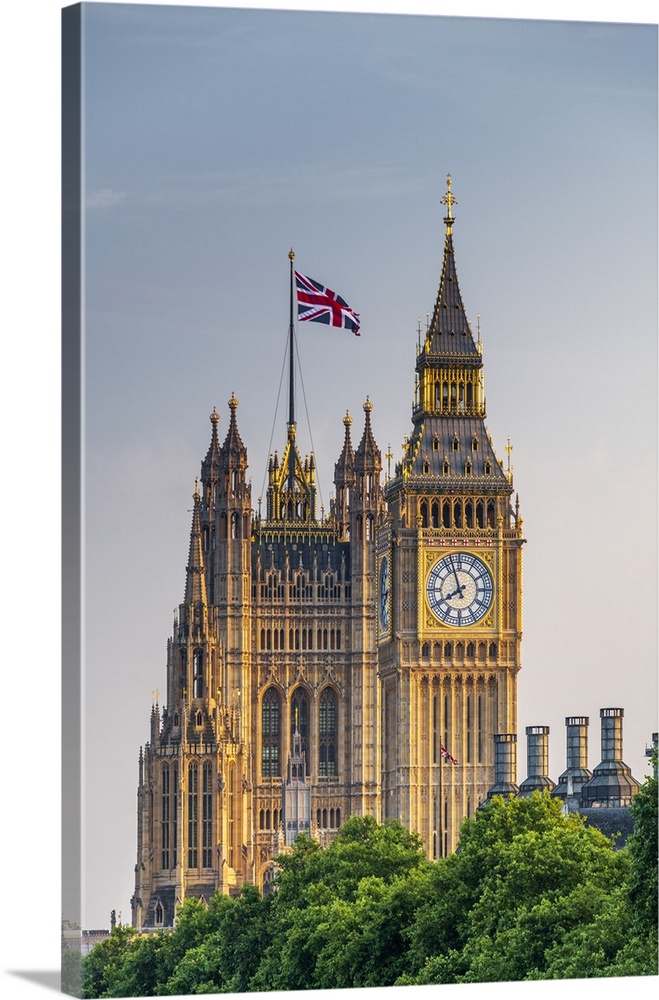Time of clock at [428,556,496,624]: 7:56
